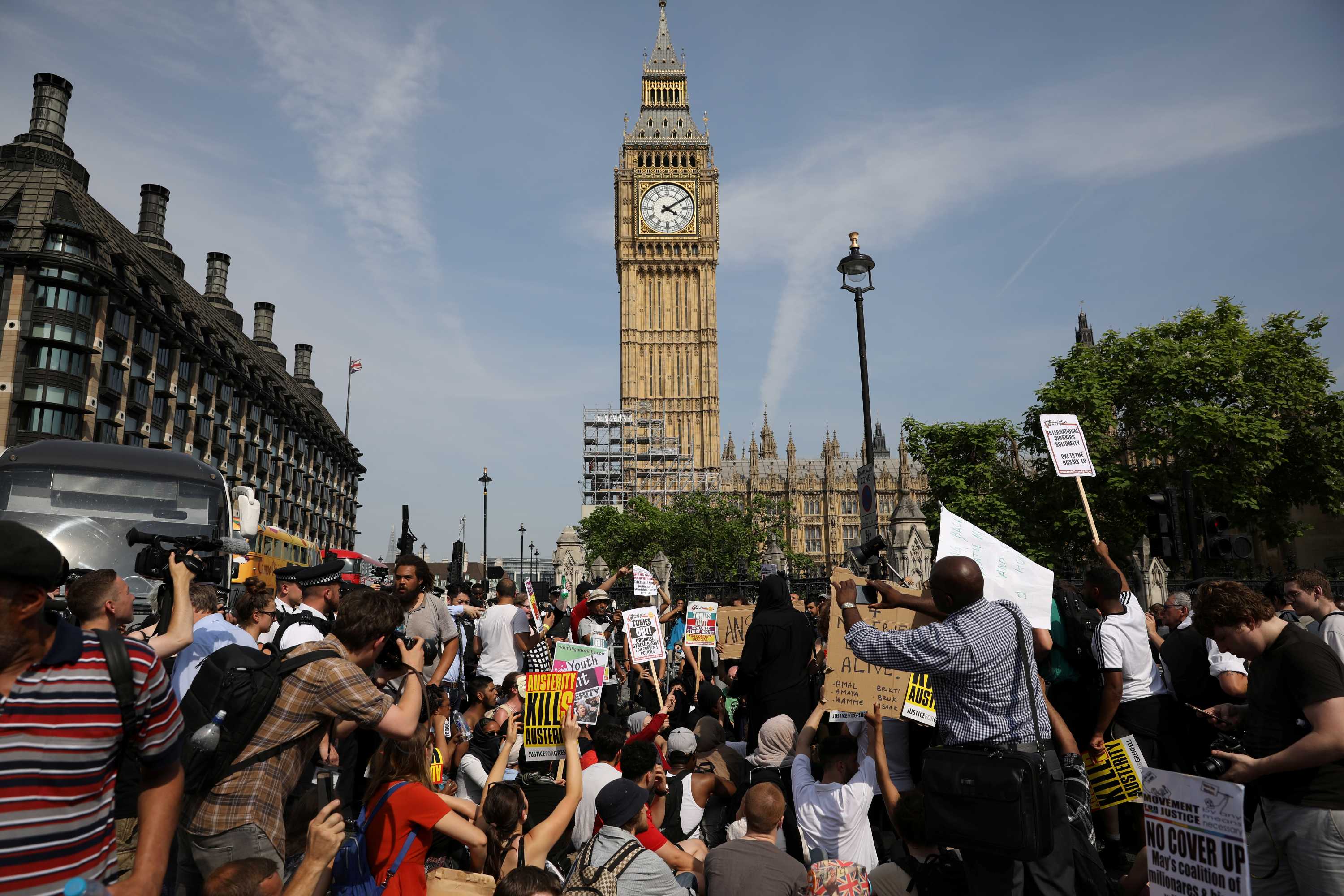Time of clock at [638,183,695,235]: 4:09
